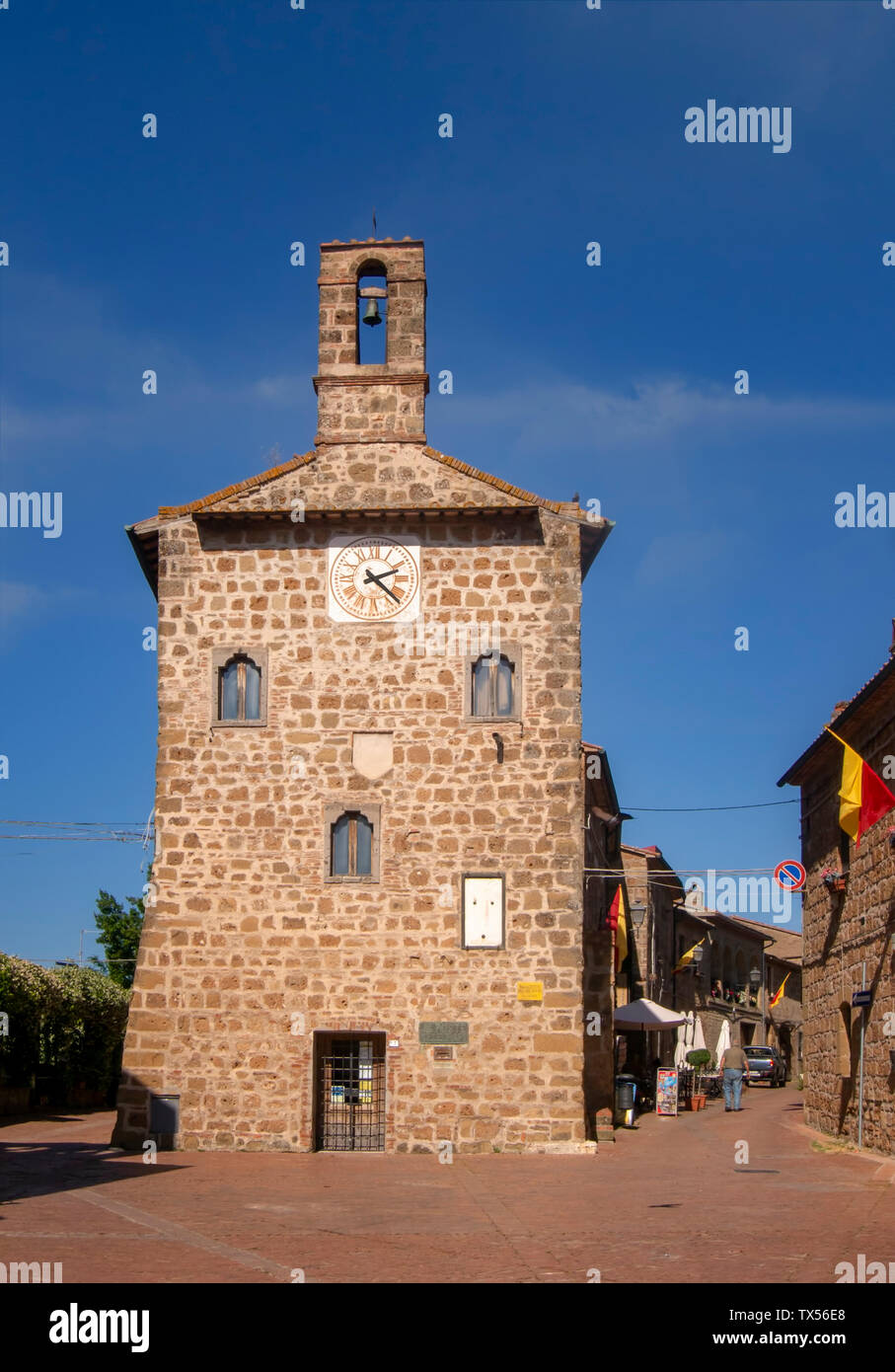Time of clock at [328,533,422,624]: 2:22
